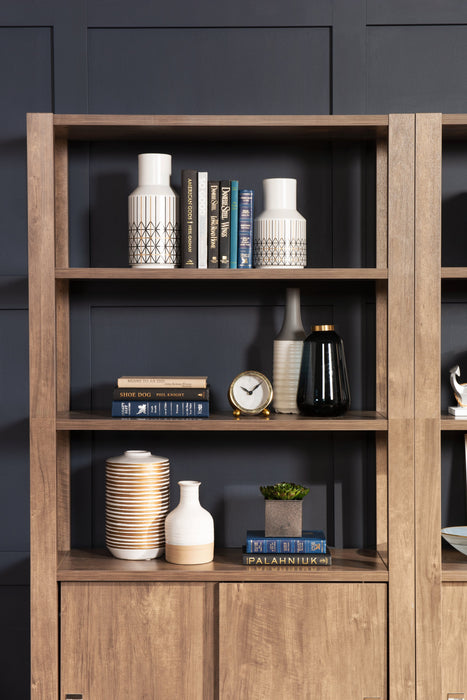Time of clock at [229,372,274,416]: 10:07
